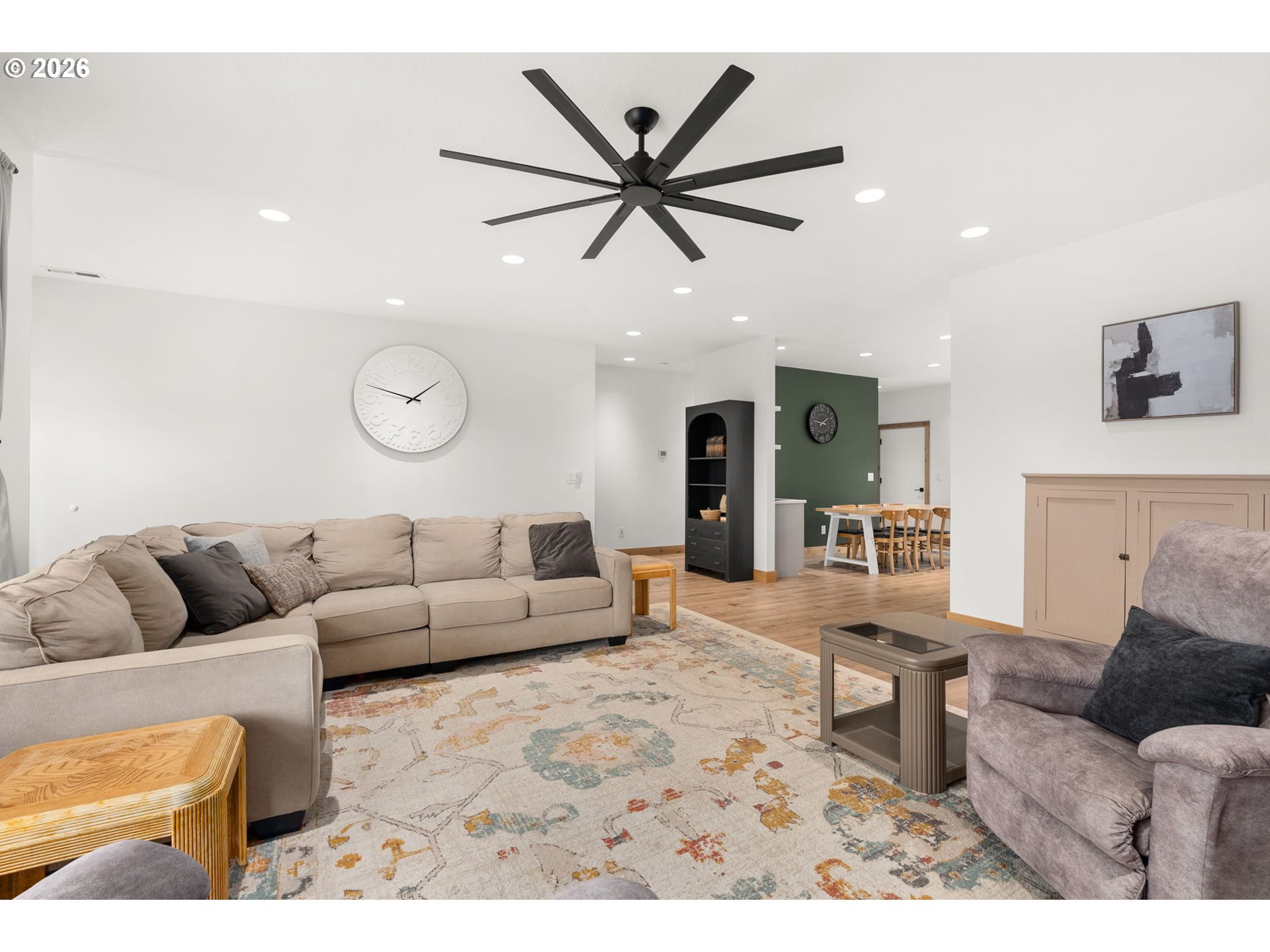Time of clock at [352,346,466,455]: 1:47
